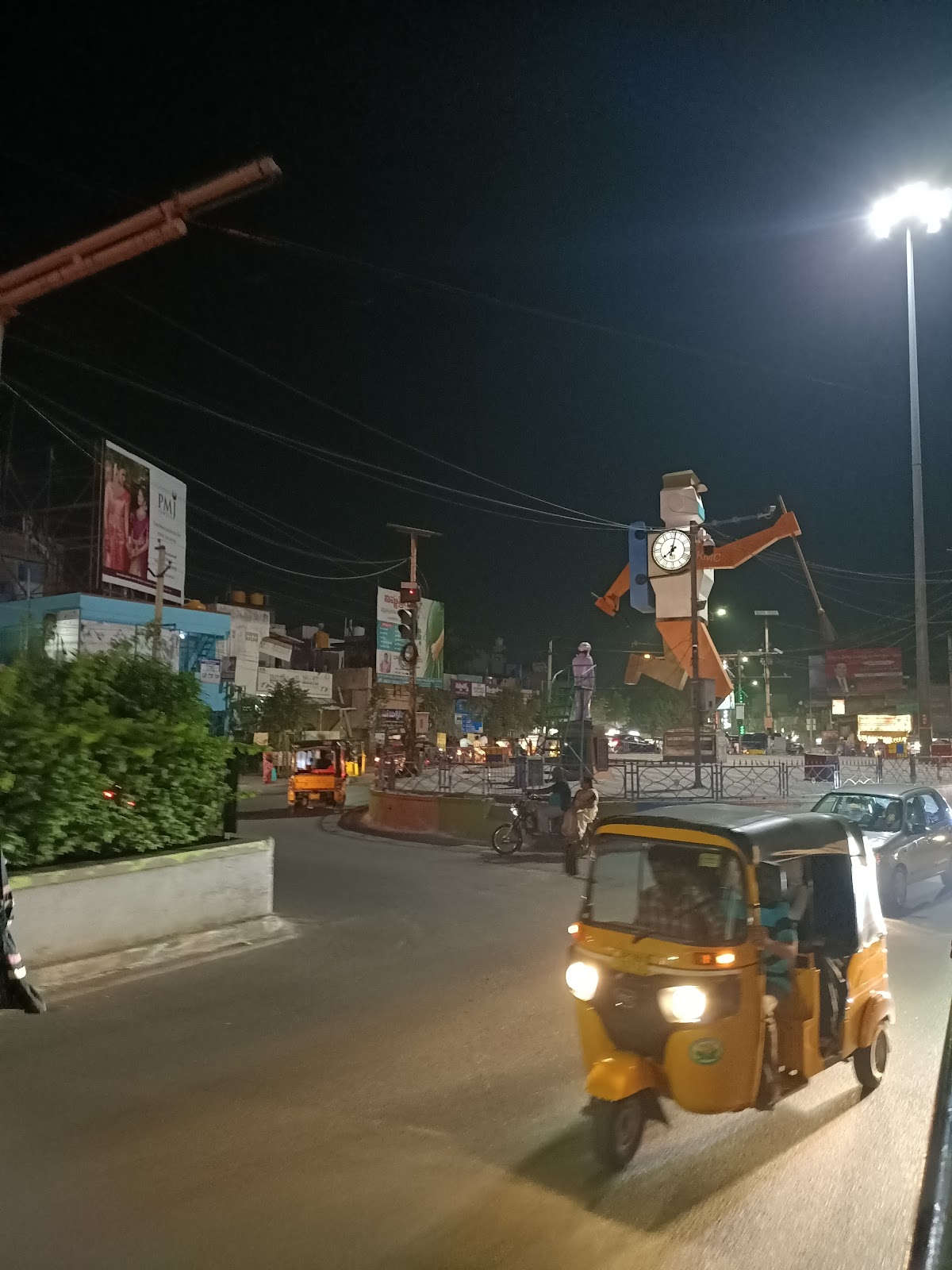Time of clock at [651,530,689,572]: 6:38
